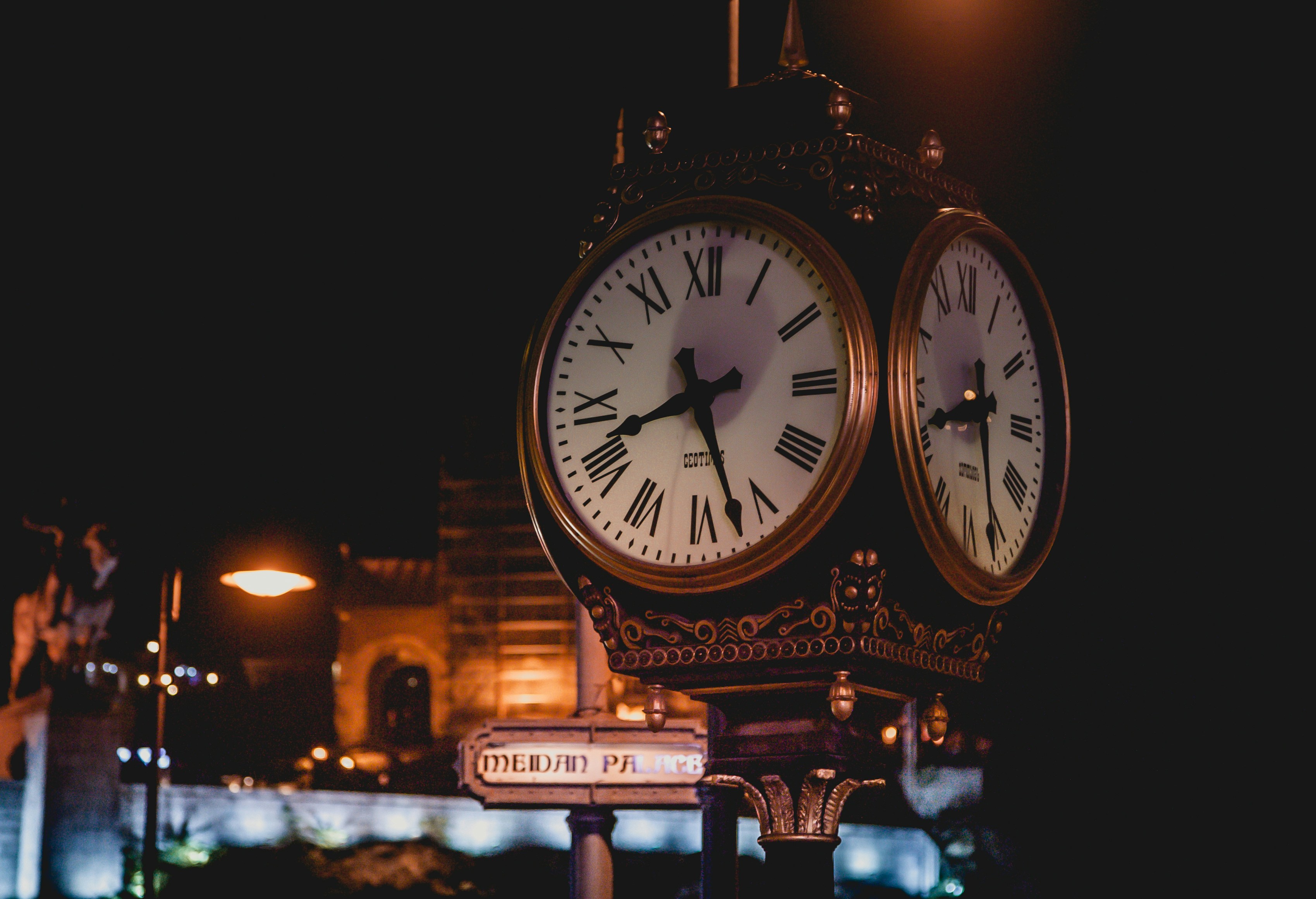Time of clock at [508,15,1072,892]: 8:26
